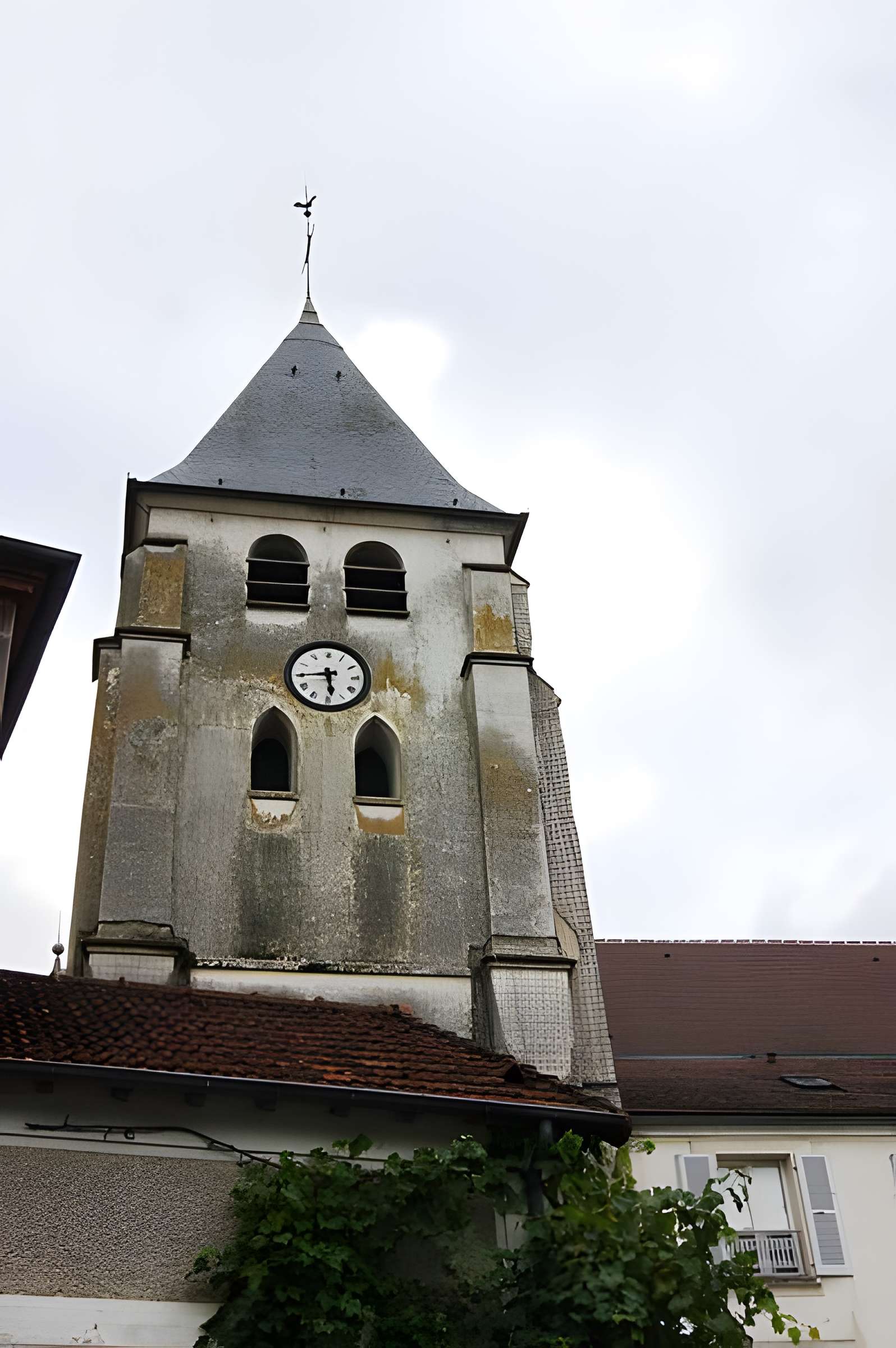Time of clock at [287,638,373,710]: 5:44
